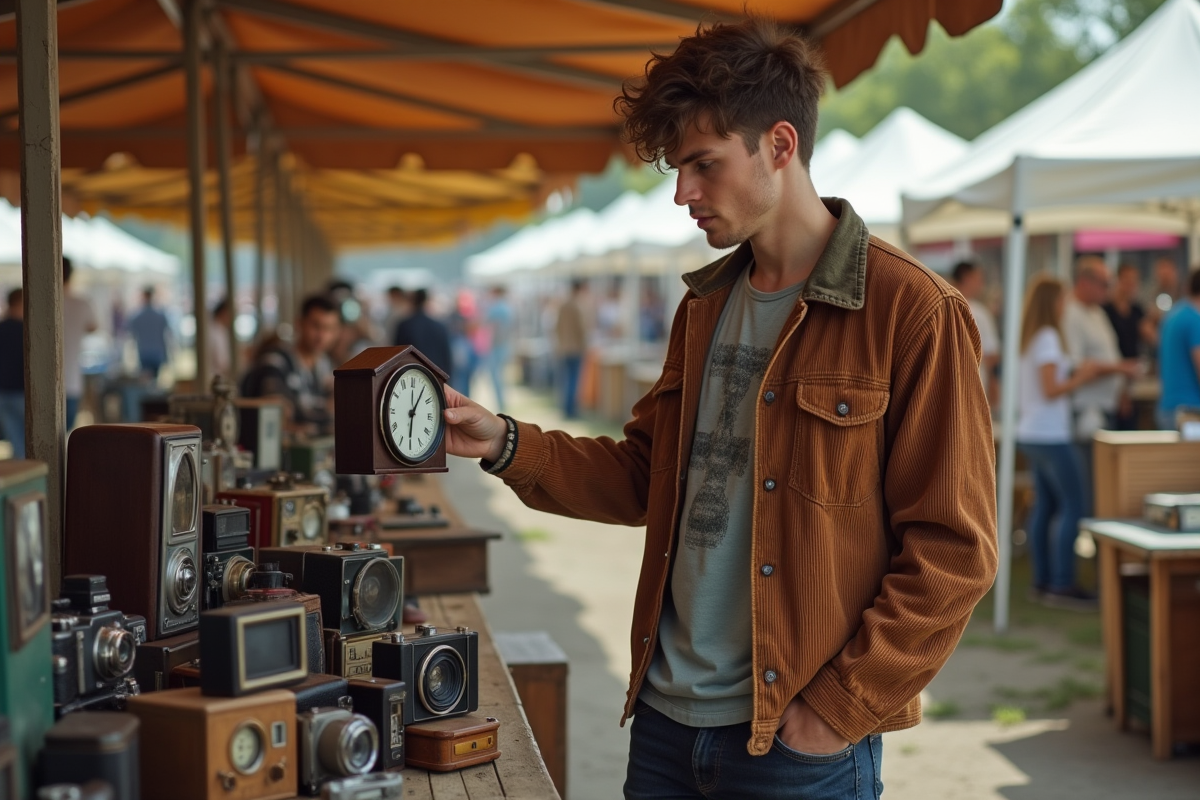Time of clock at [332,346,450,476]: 6:06
